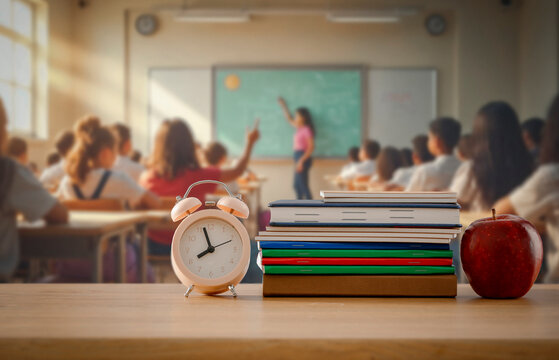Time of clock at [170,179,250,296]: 7:57
